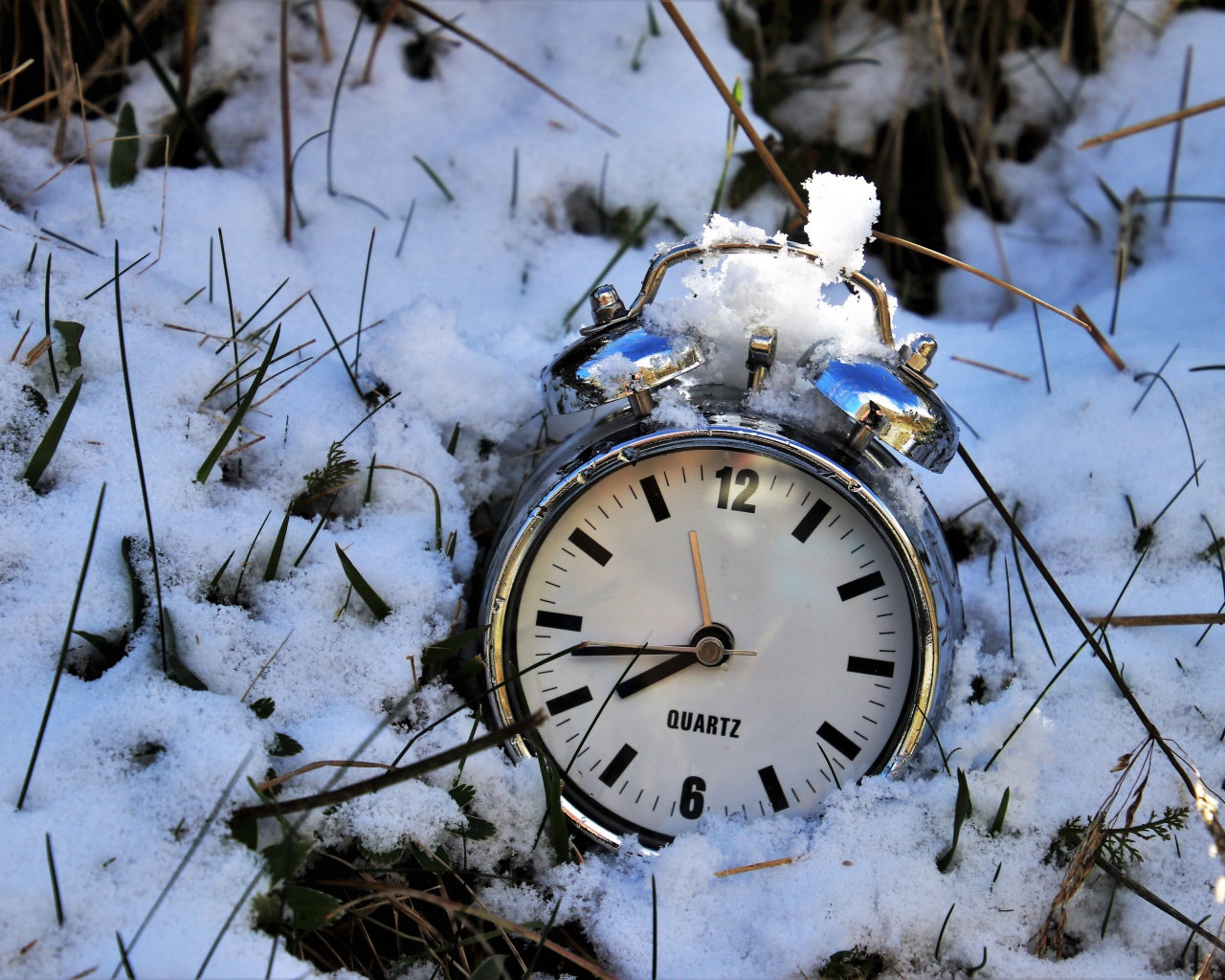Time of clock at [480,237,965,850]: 7:43
